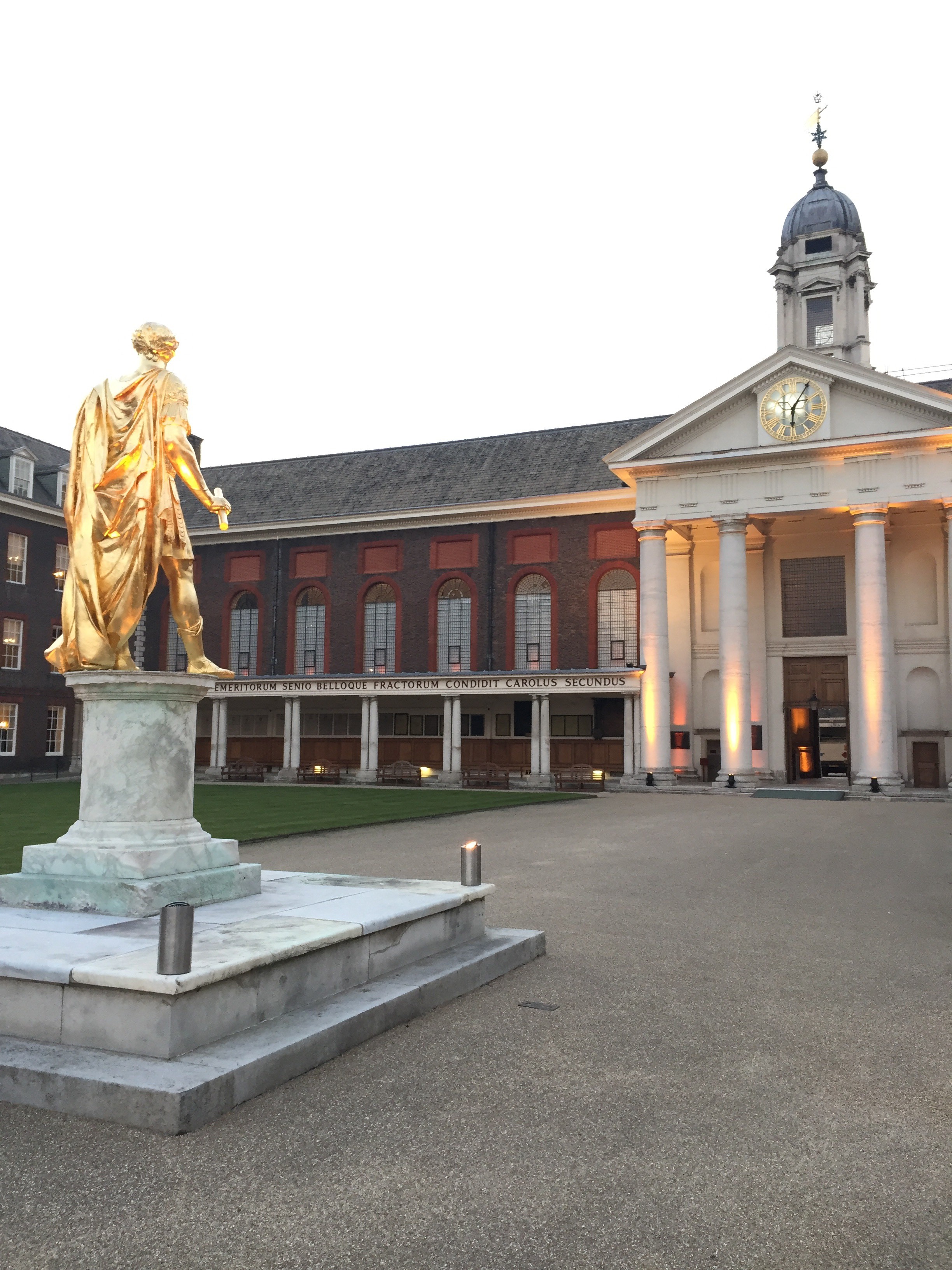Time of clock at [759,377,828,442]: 6:05
